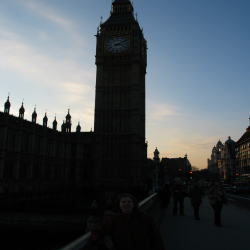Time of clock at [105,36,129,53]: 3:09
